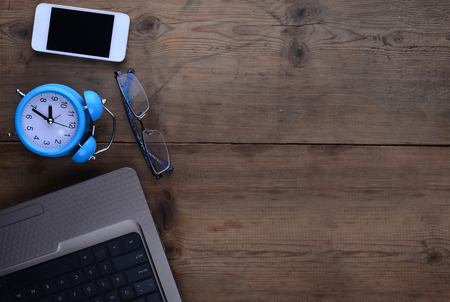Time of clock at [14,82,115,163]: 11:48
